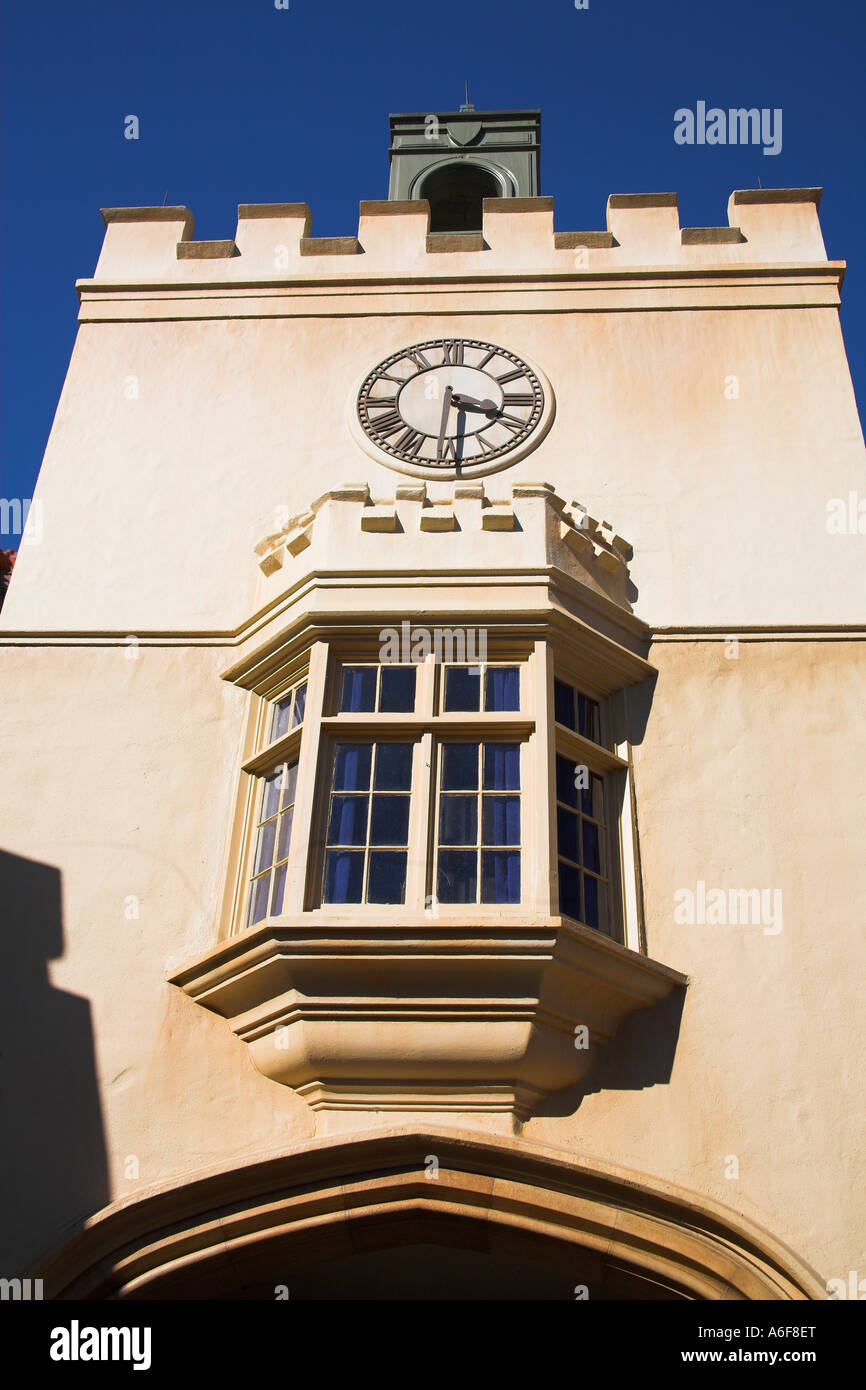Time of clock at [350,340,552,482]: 3:29
